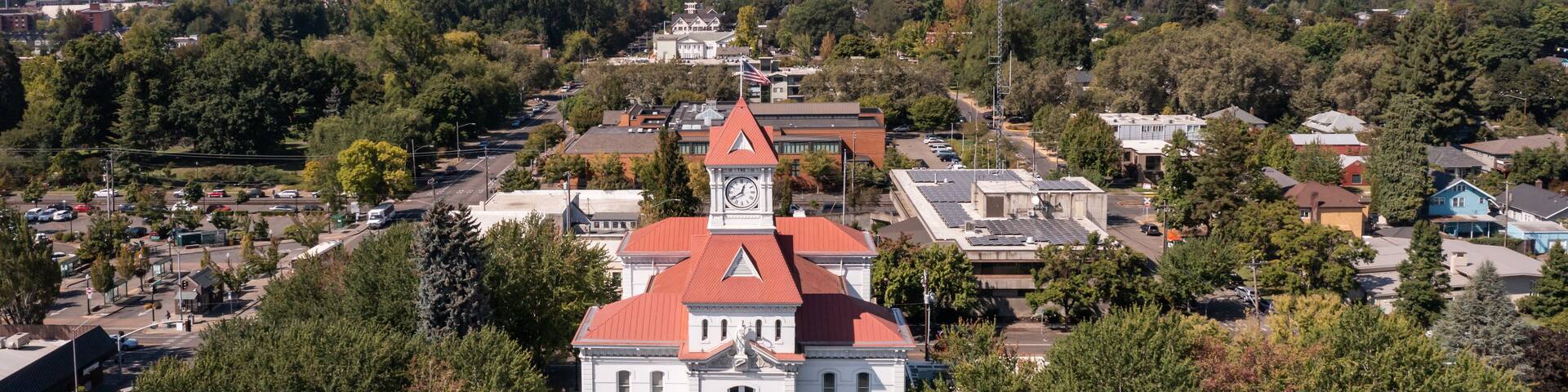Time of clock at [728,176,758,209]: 12:40
